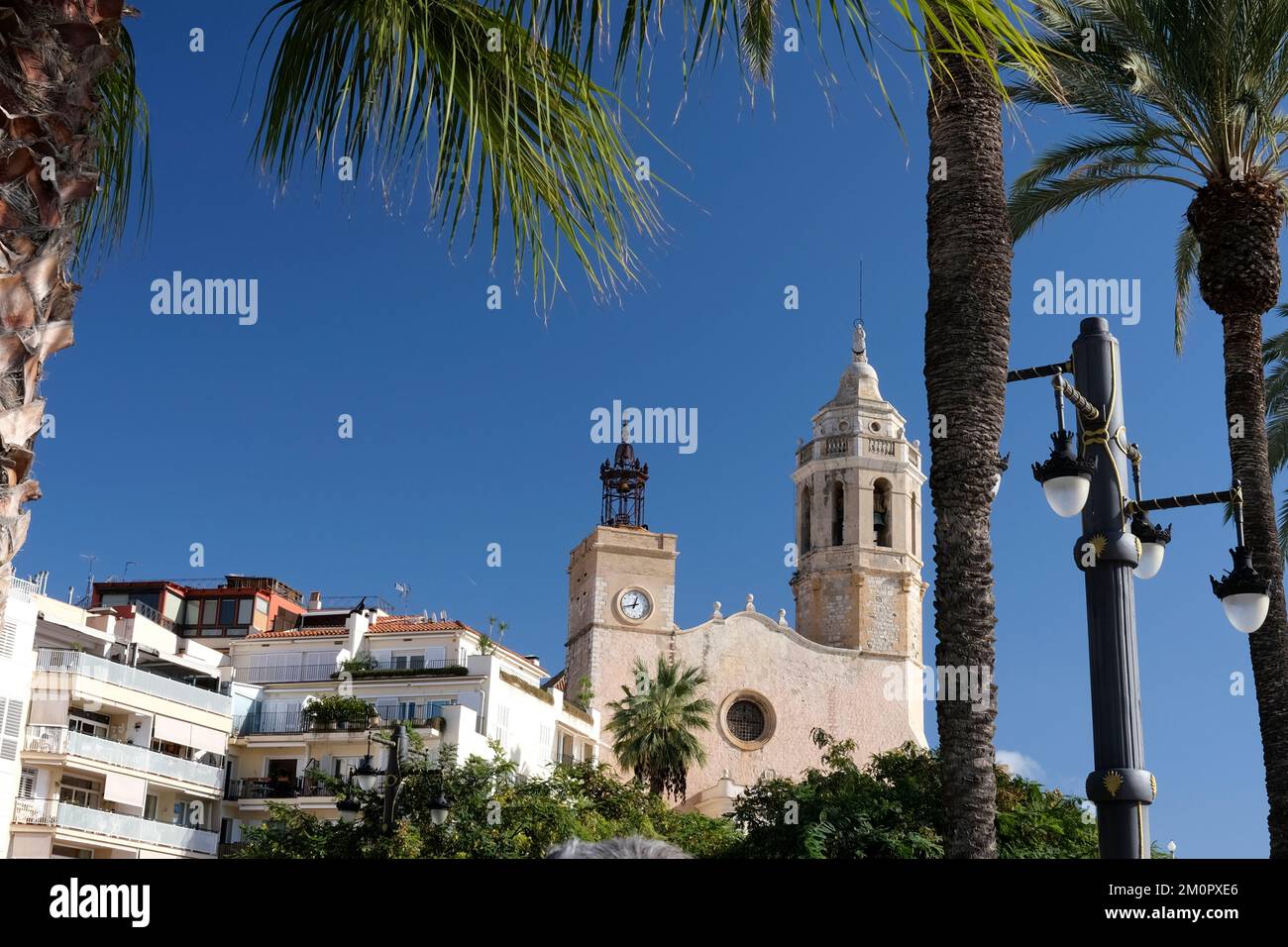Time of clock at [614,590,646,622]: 12:42
